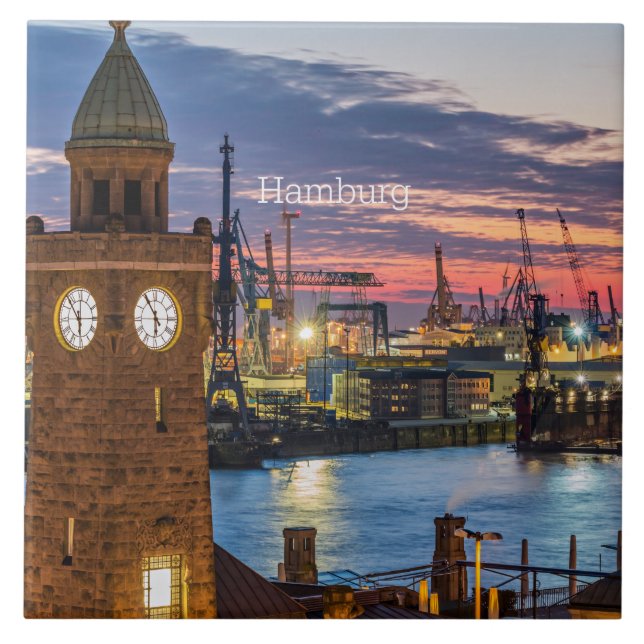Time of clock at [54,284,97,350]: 5:53
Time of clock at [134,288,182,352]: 5:54
